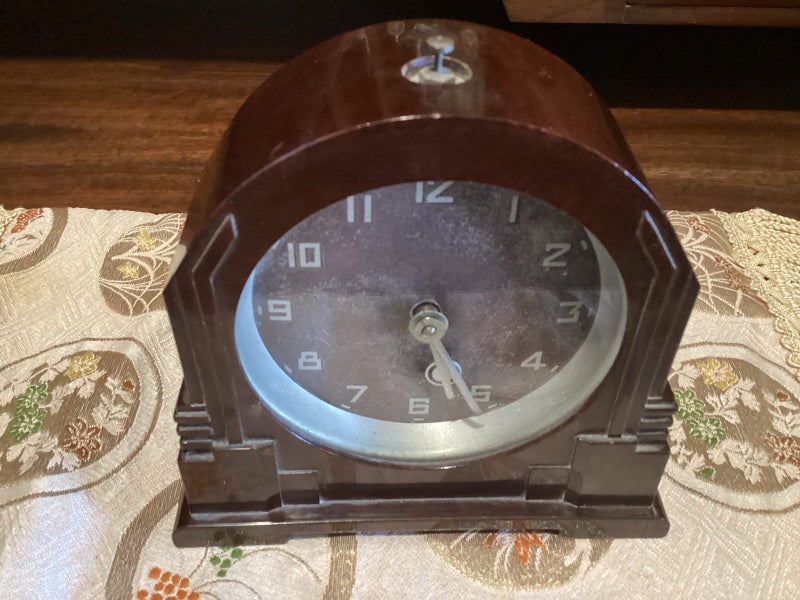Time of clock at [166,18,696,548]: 5:26
